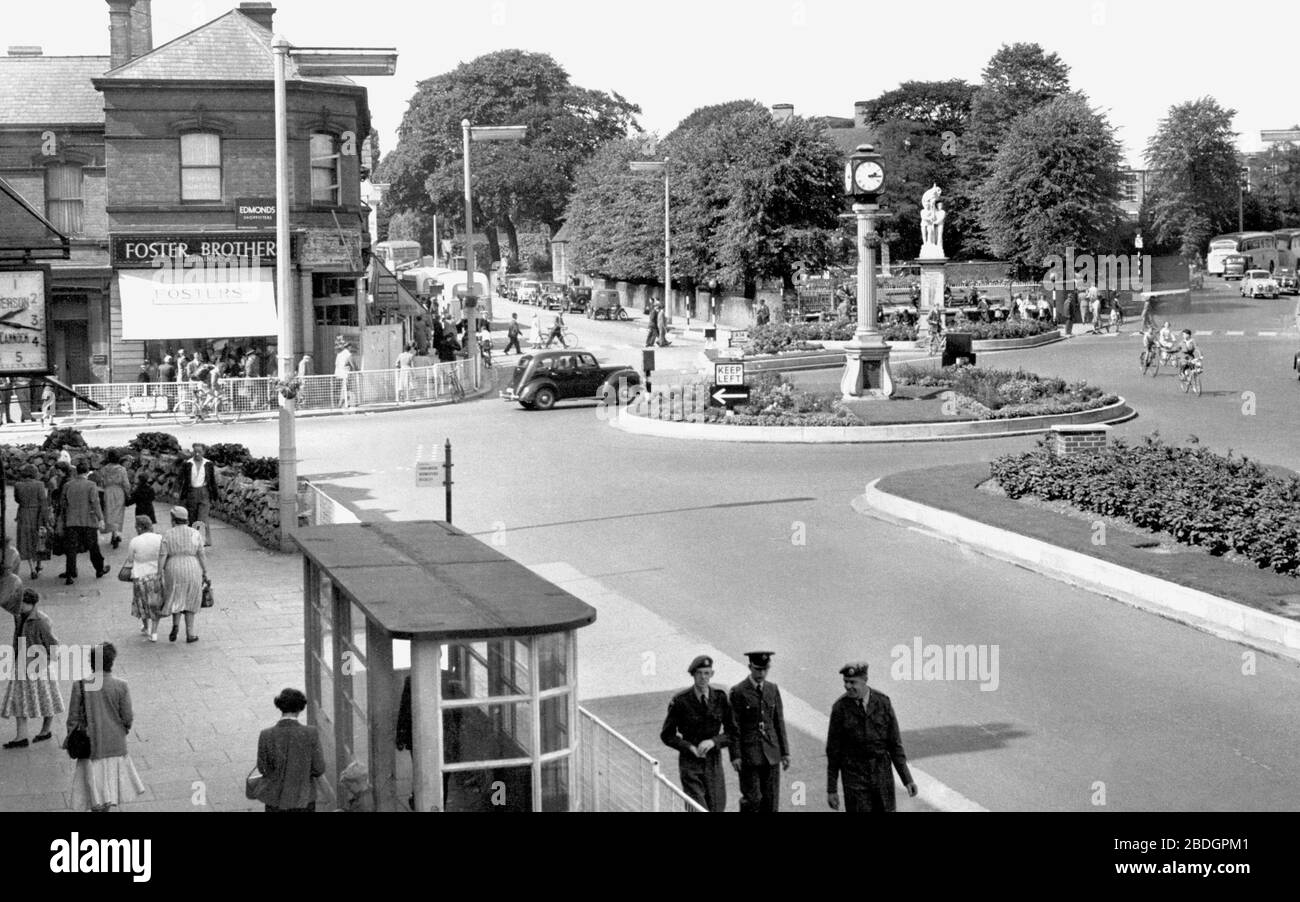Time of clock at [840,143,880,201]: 2:15
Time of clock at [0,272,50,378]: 2:17
